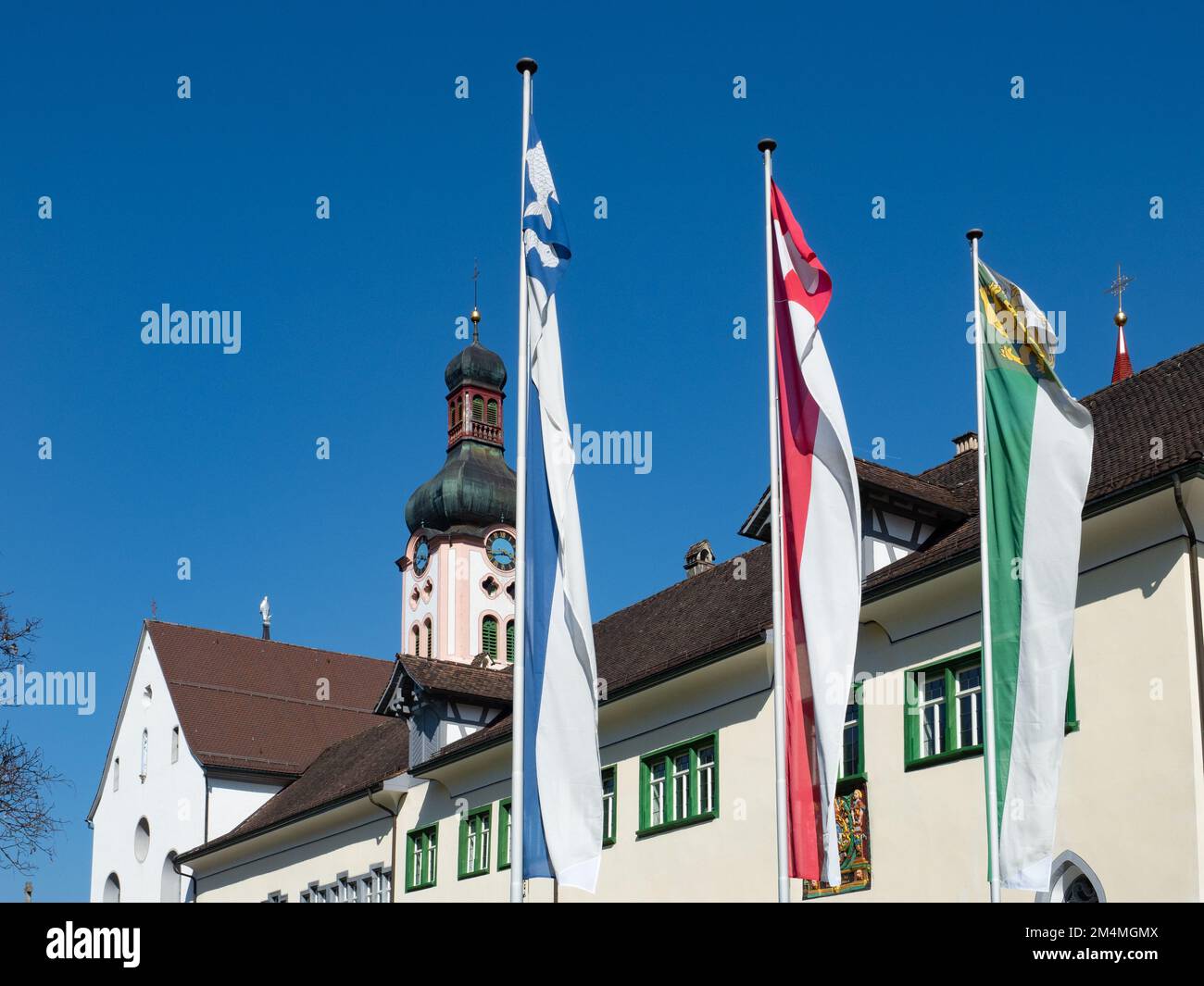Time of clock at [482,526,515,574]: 3:43
